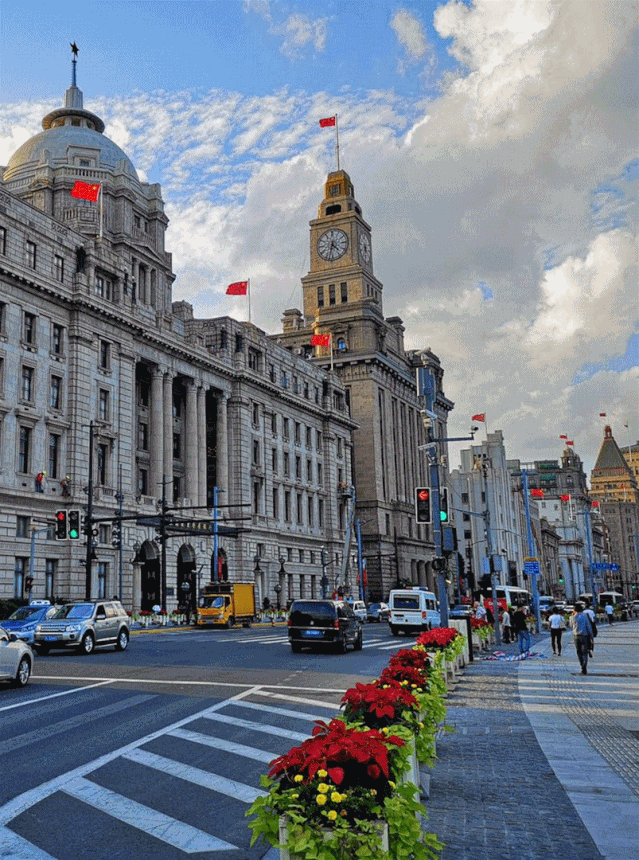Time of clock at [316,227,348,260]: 4:32
